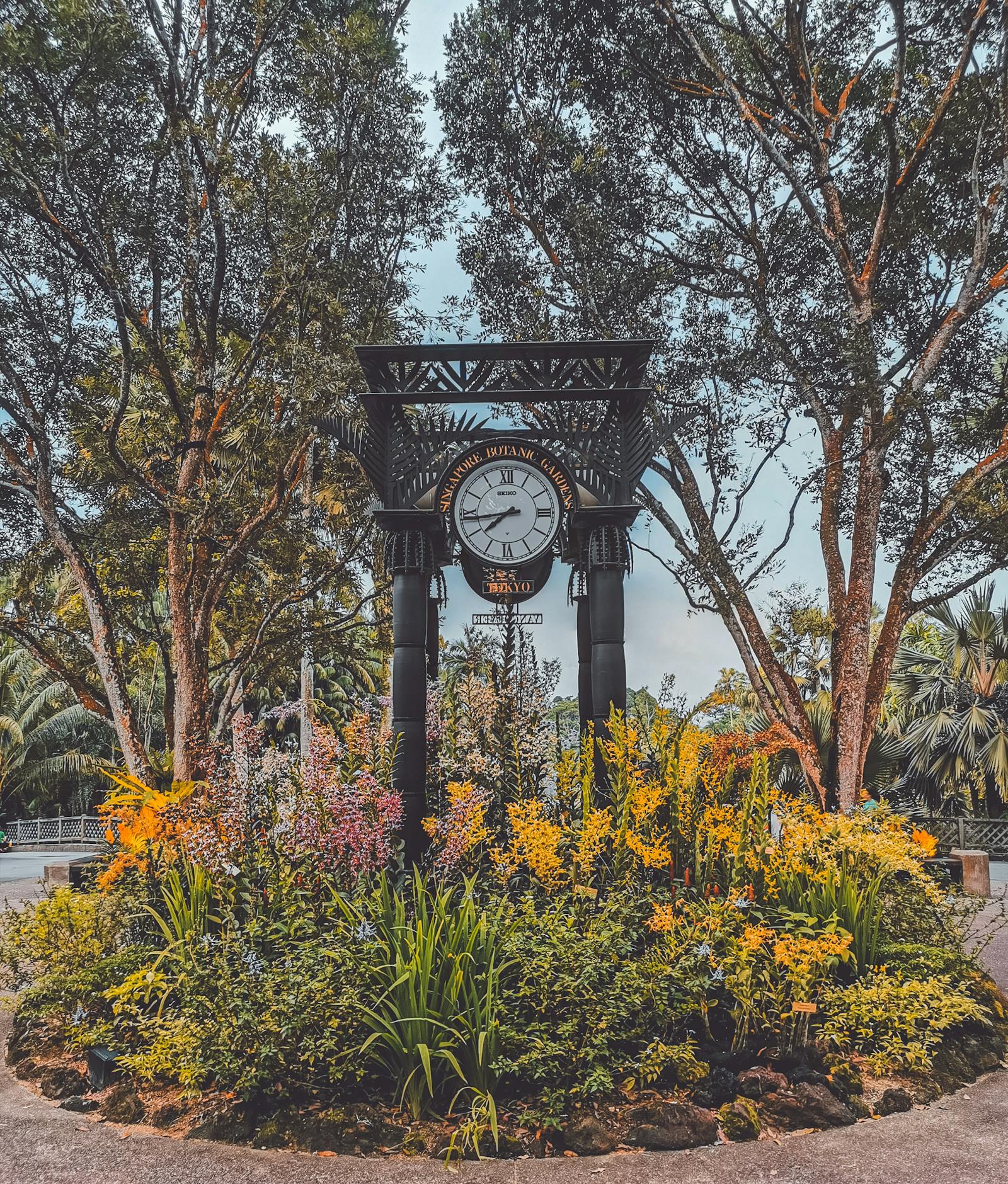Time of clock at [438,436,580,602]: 7:43
